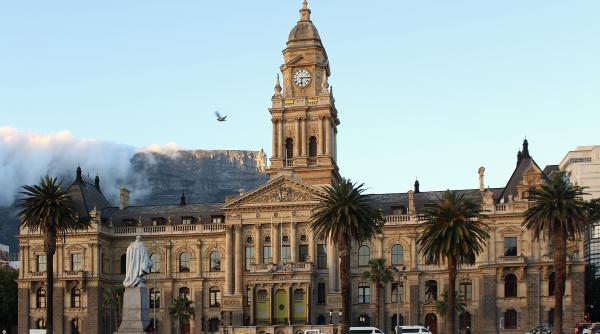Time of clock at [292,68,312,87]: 6:14
